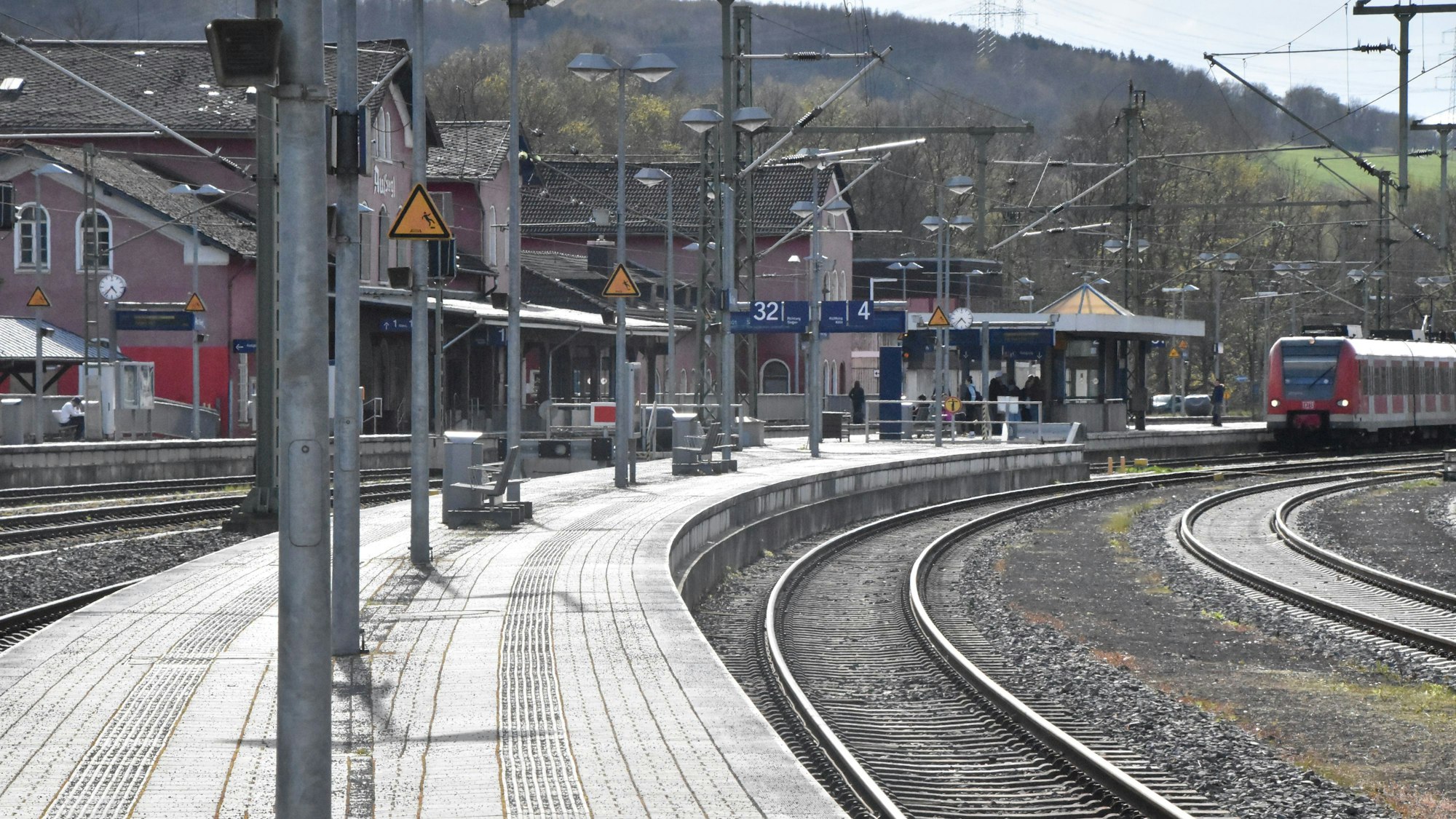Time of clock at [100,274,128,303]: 4:37
